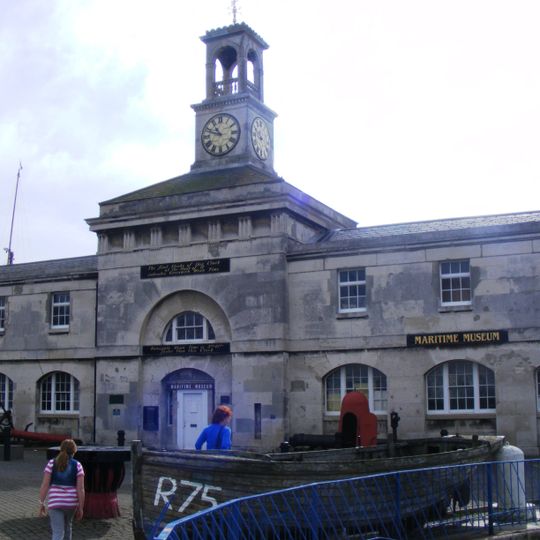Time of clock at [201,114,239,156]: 10:48
